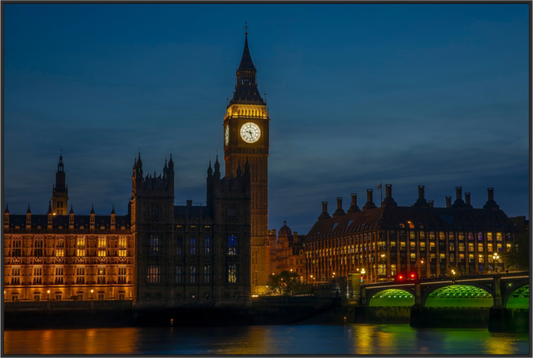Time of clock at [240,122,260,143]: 9:26
